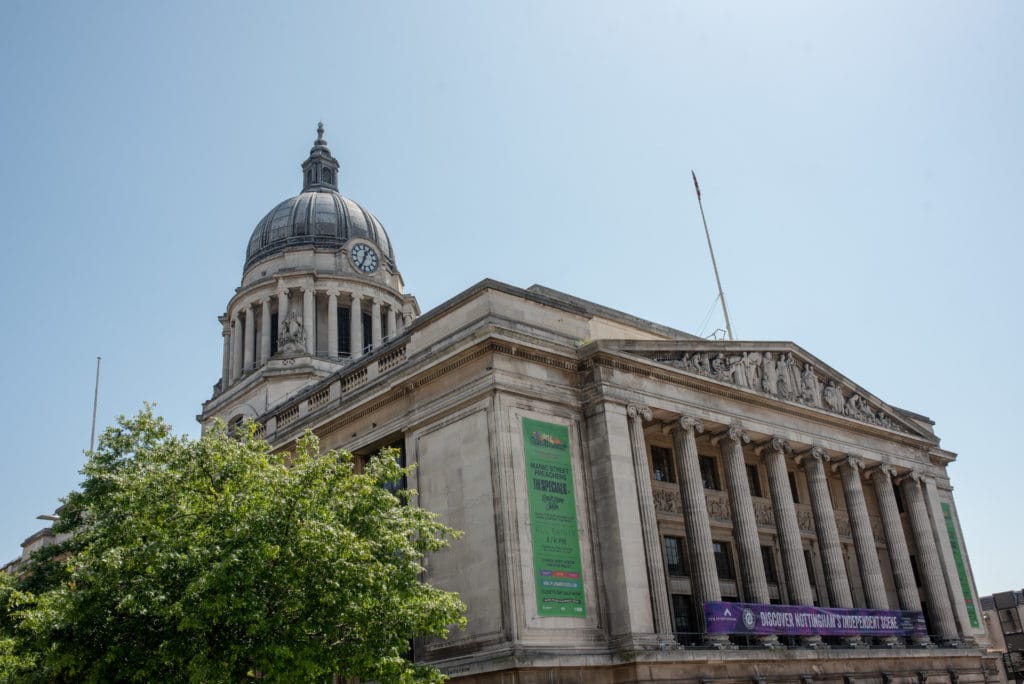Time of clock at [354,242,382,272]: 12:34
